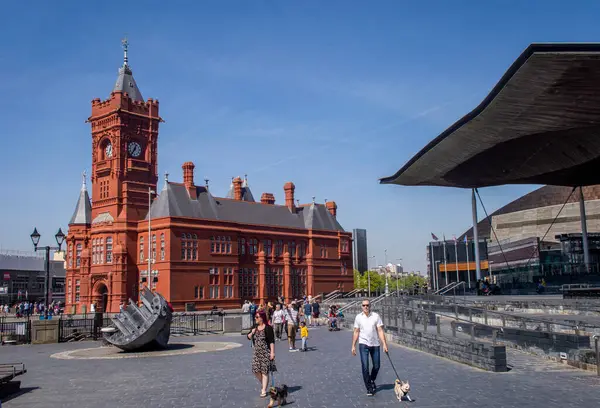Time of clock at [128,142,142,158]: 12:35
